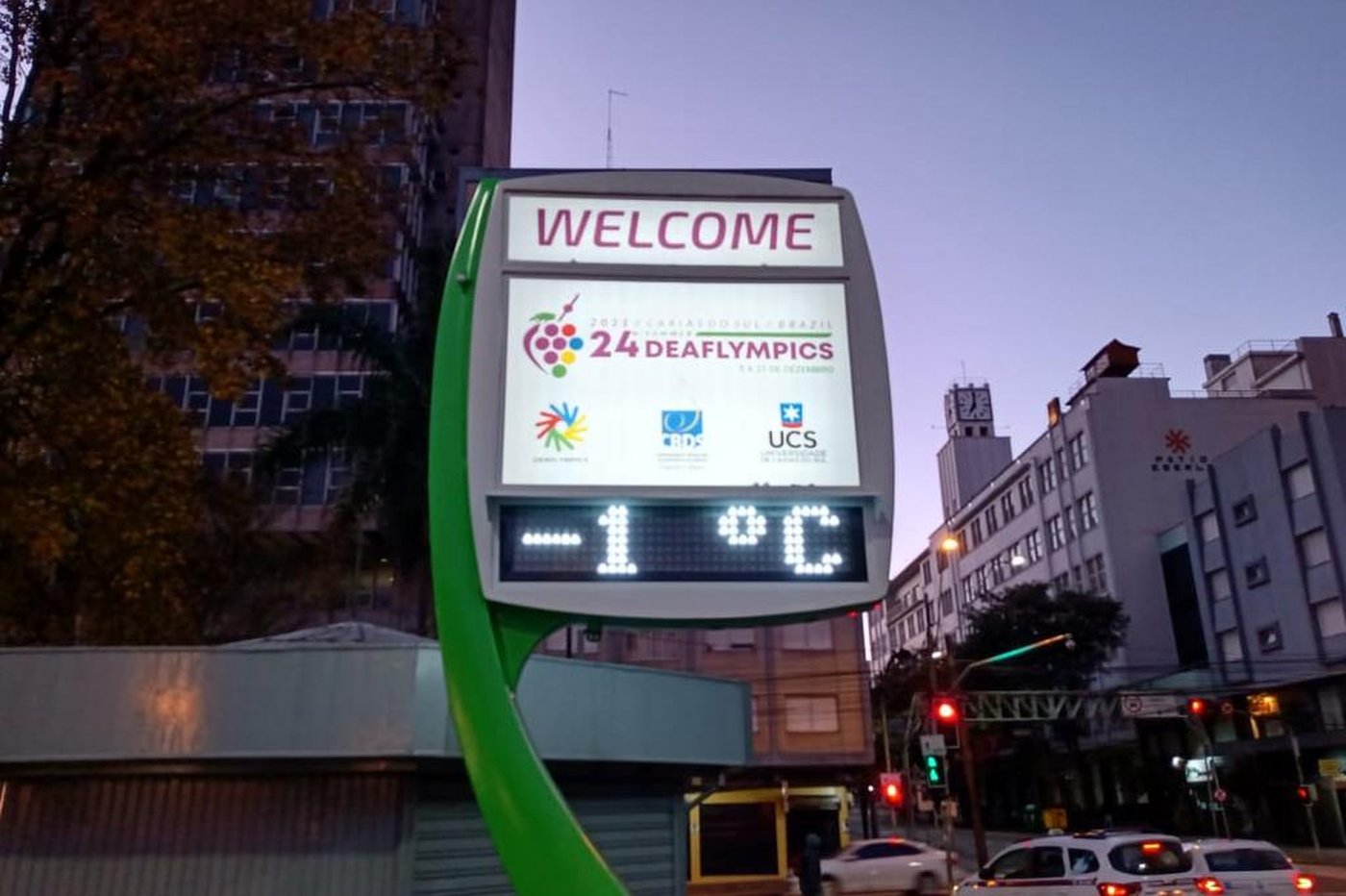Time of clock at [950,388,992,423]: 7:00
